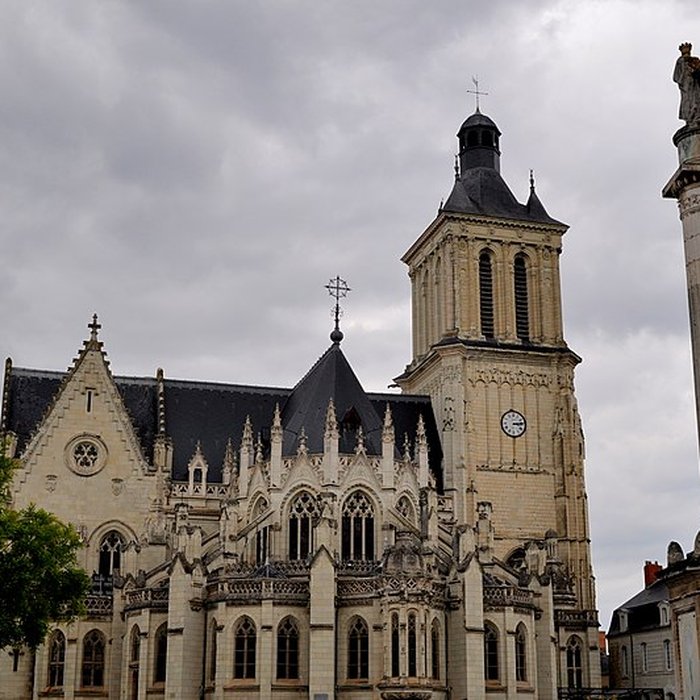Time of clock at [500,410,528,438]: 3:13
